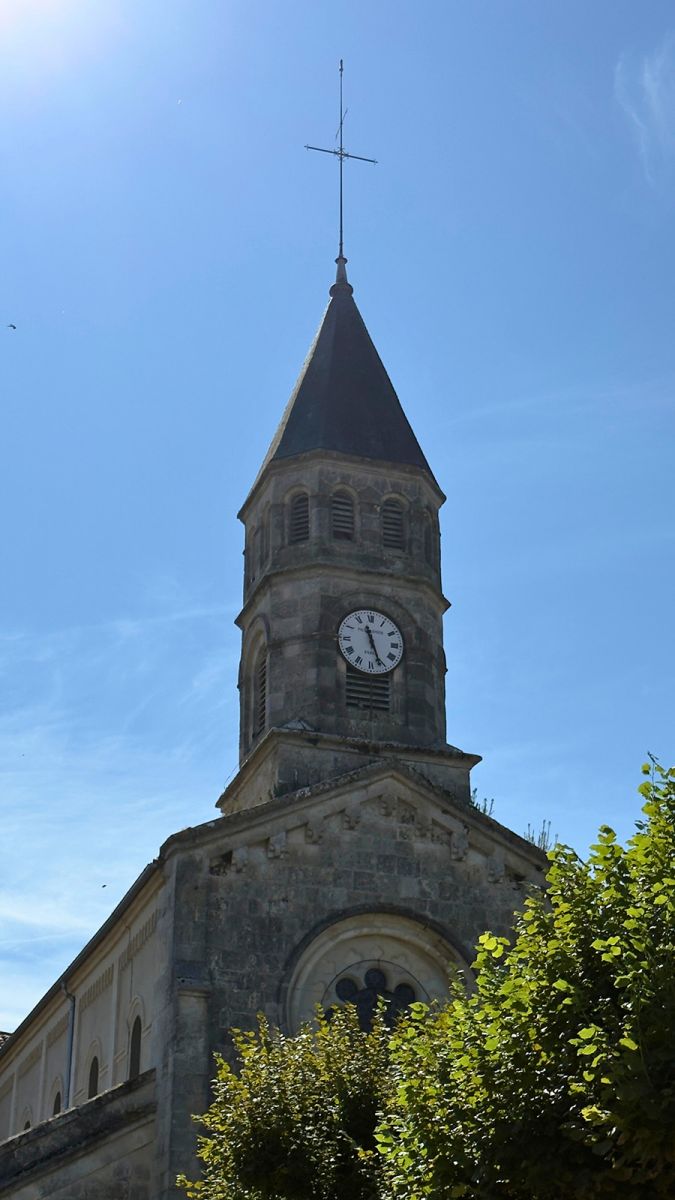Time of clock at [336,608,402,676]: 11:26
